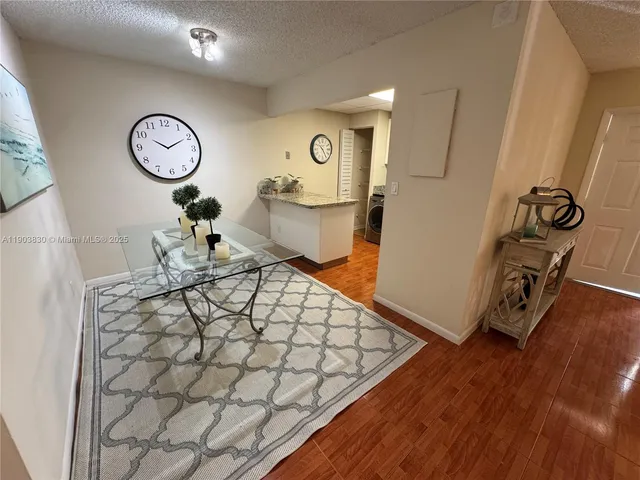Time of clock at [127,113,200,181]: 10:10
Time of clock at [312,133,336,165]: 10:24
